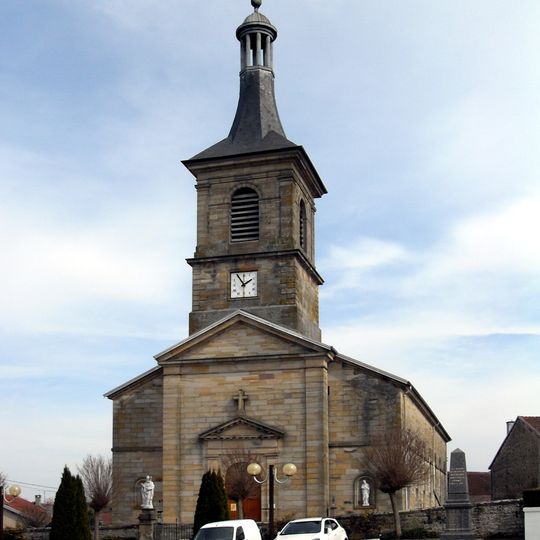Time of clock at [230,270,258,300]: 1:54
